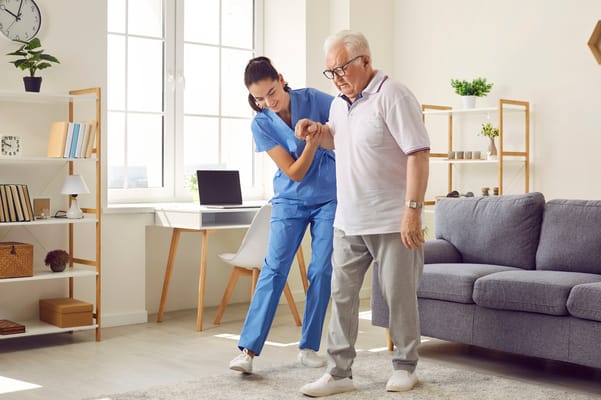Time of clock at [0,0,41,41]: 10:03
